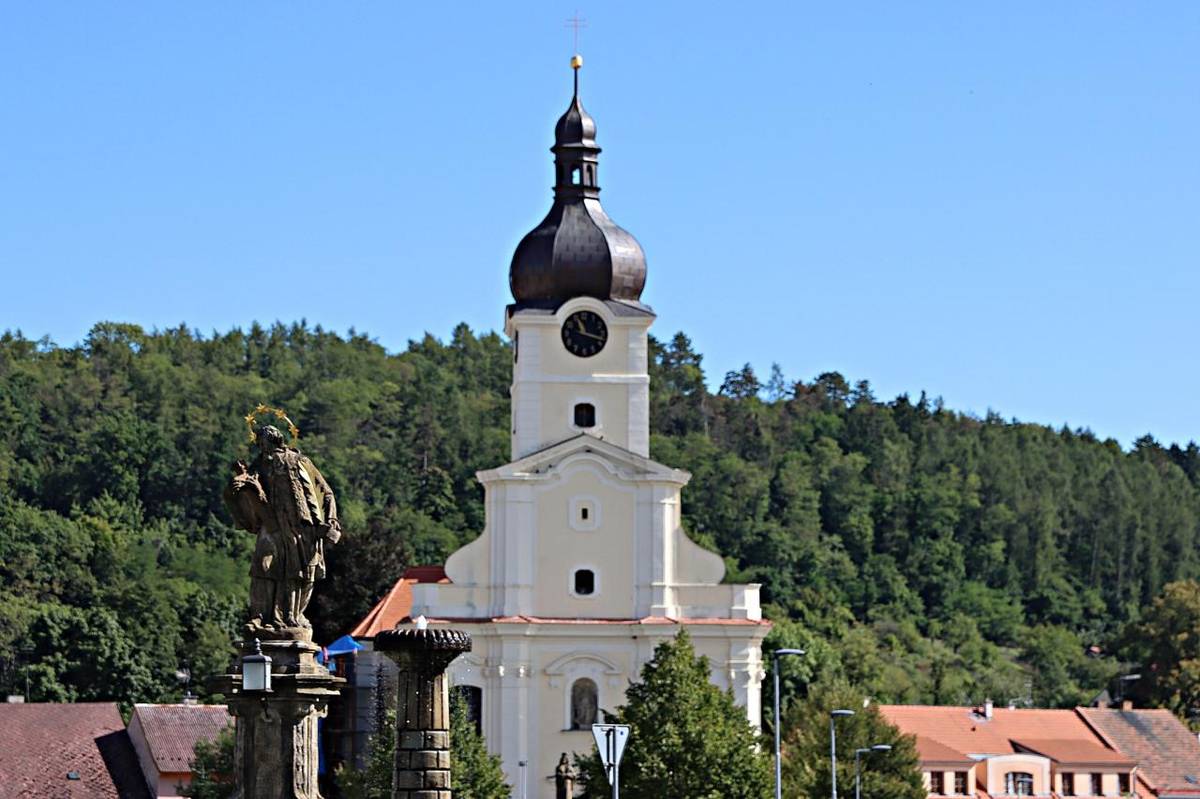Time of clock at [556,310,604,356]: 11:17
